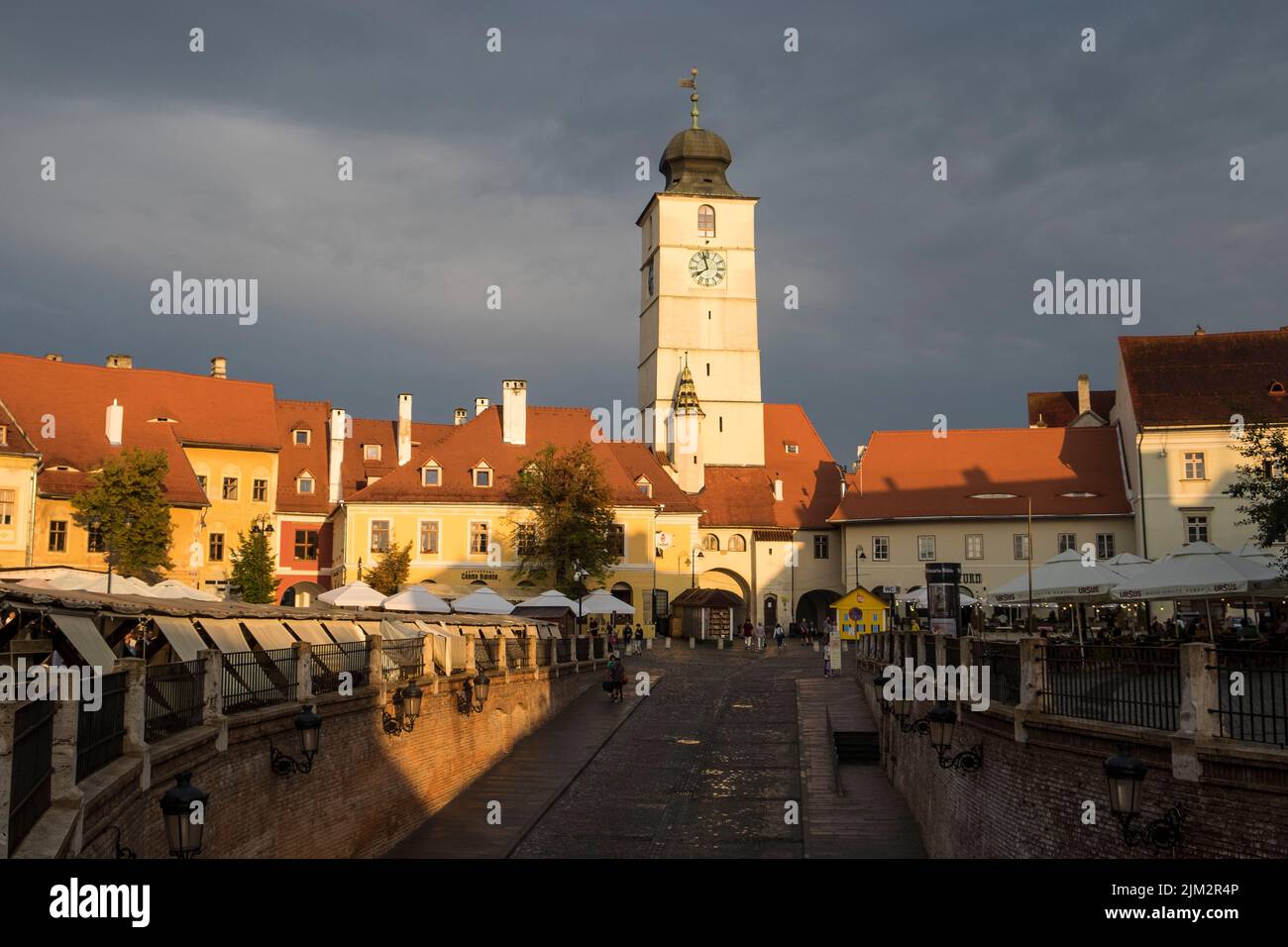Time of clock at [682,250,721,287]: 7:57
